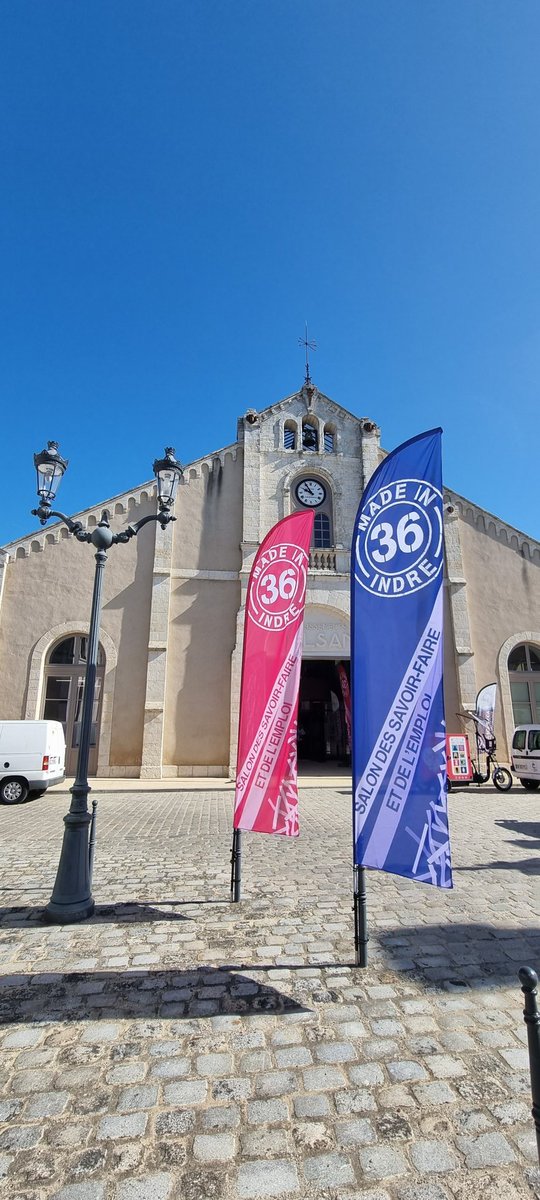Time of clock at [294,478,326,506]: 9:54
